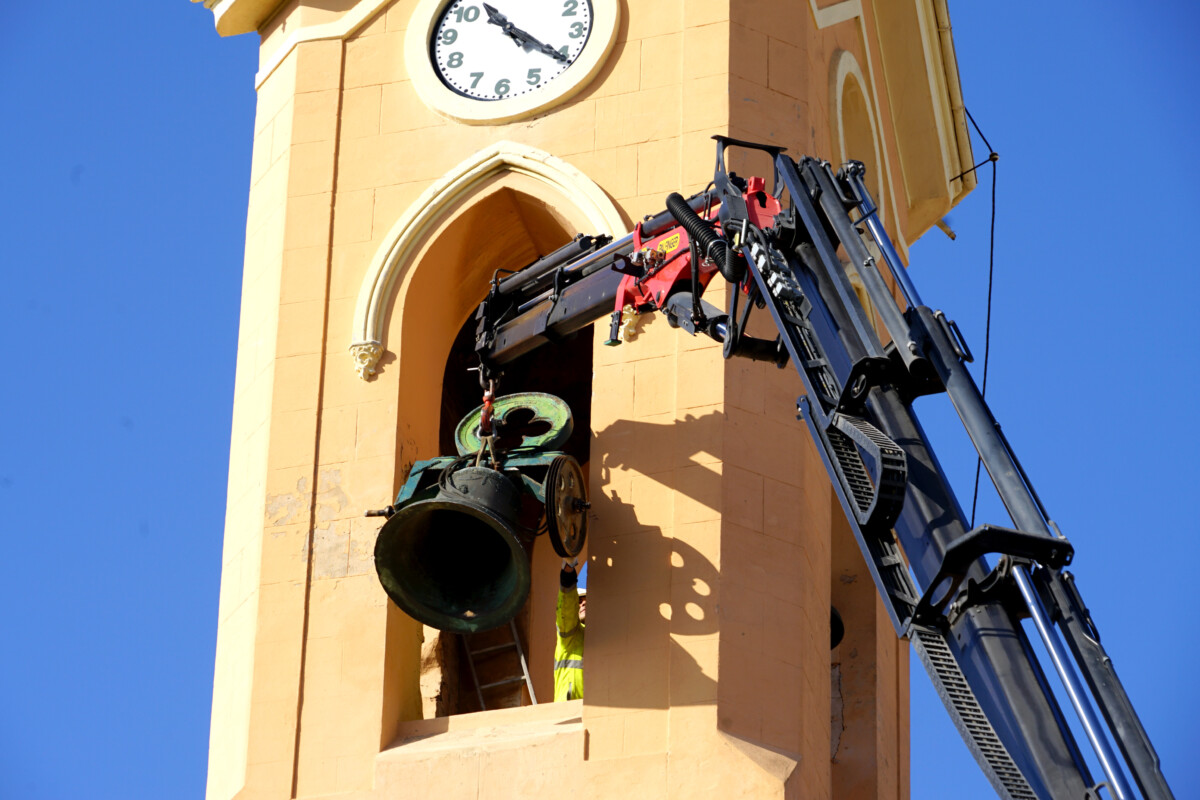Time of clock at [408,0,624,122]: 10:20
